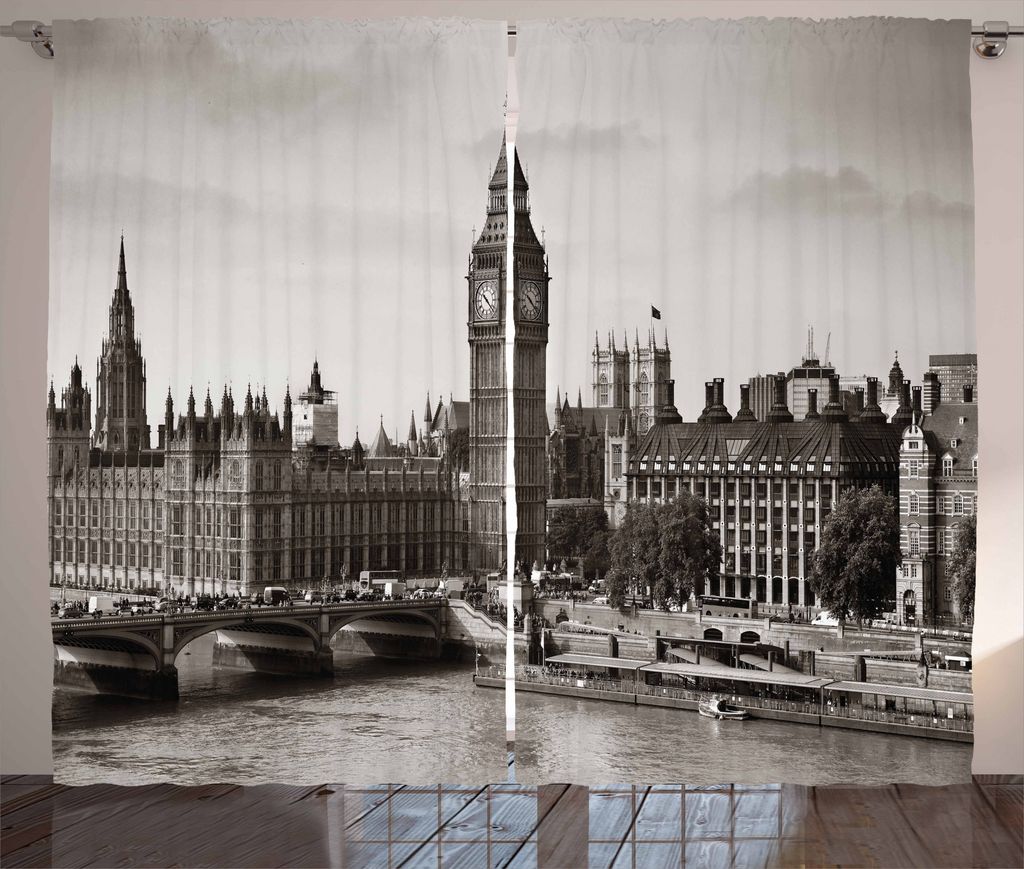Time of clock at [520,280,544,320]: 10:22
